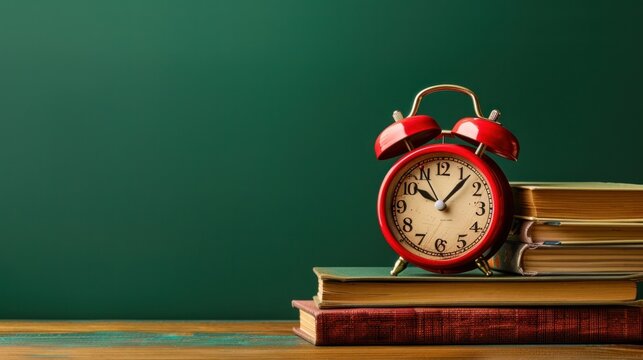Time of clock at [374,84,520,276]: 10:06
